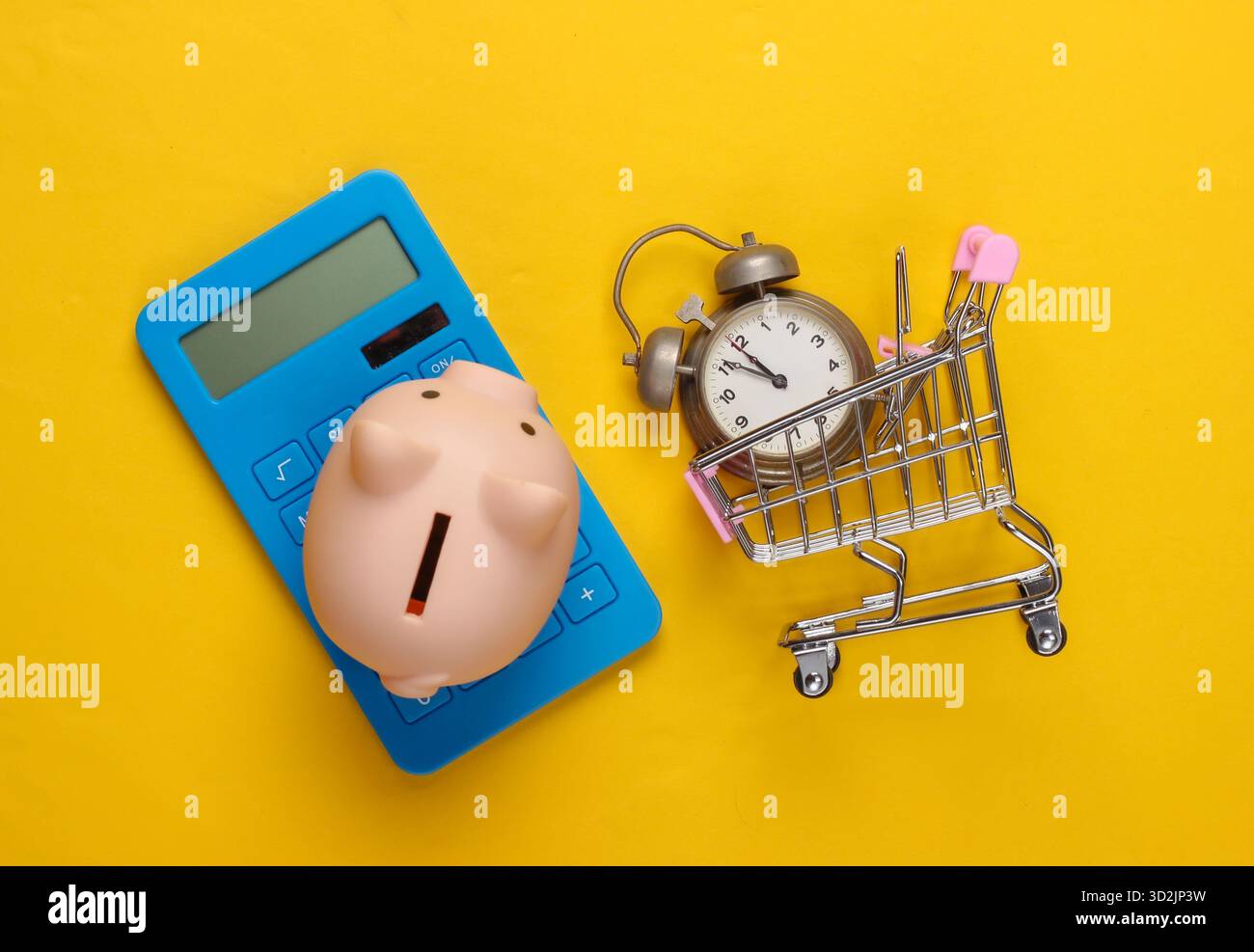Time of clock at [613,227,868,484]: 10:51
